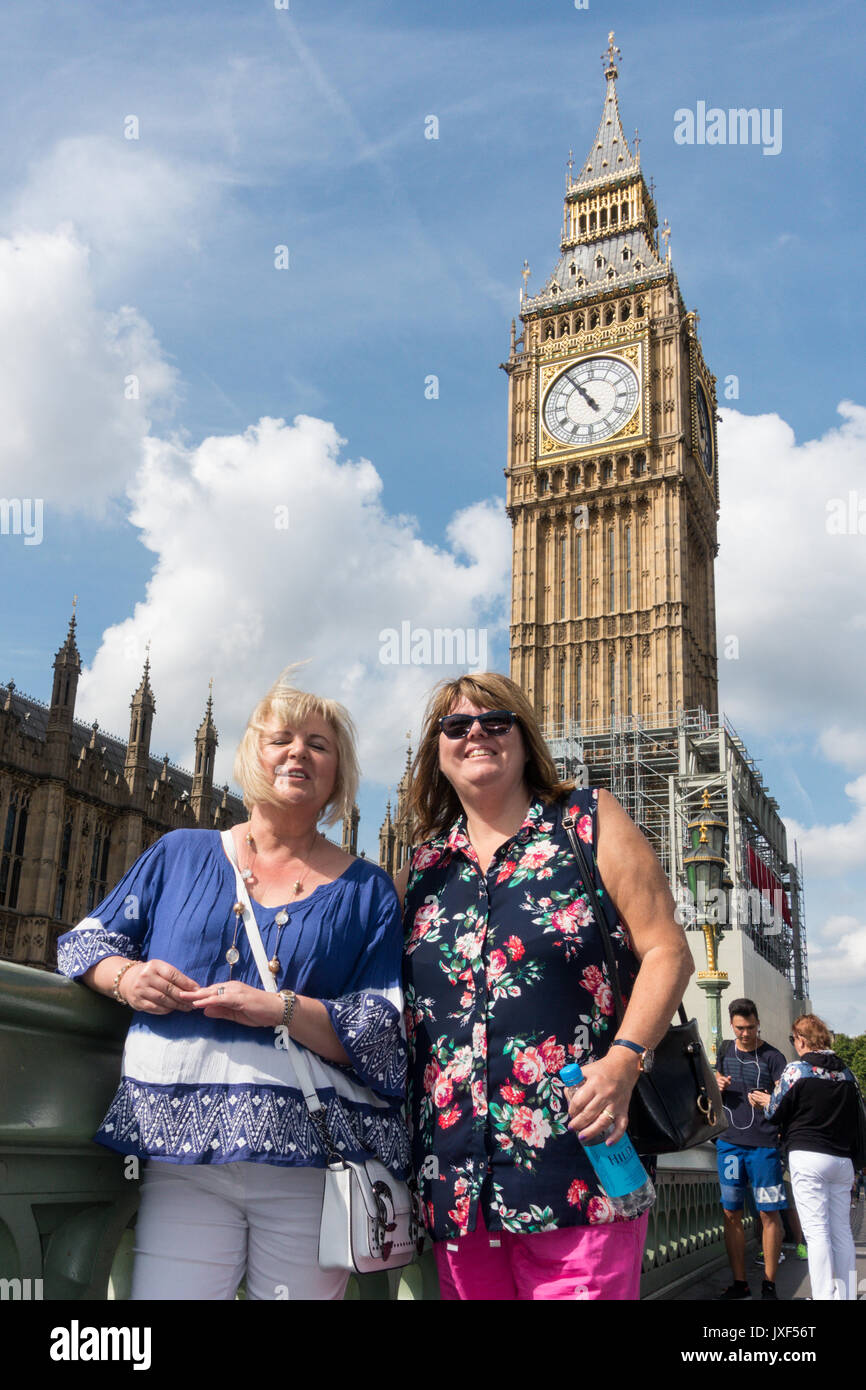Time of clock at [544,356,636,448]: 10:54
